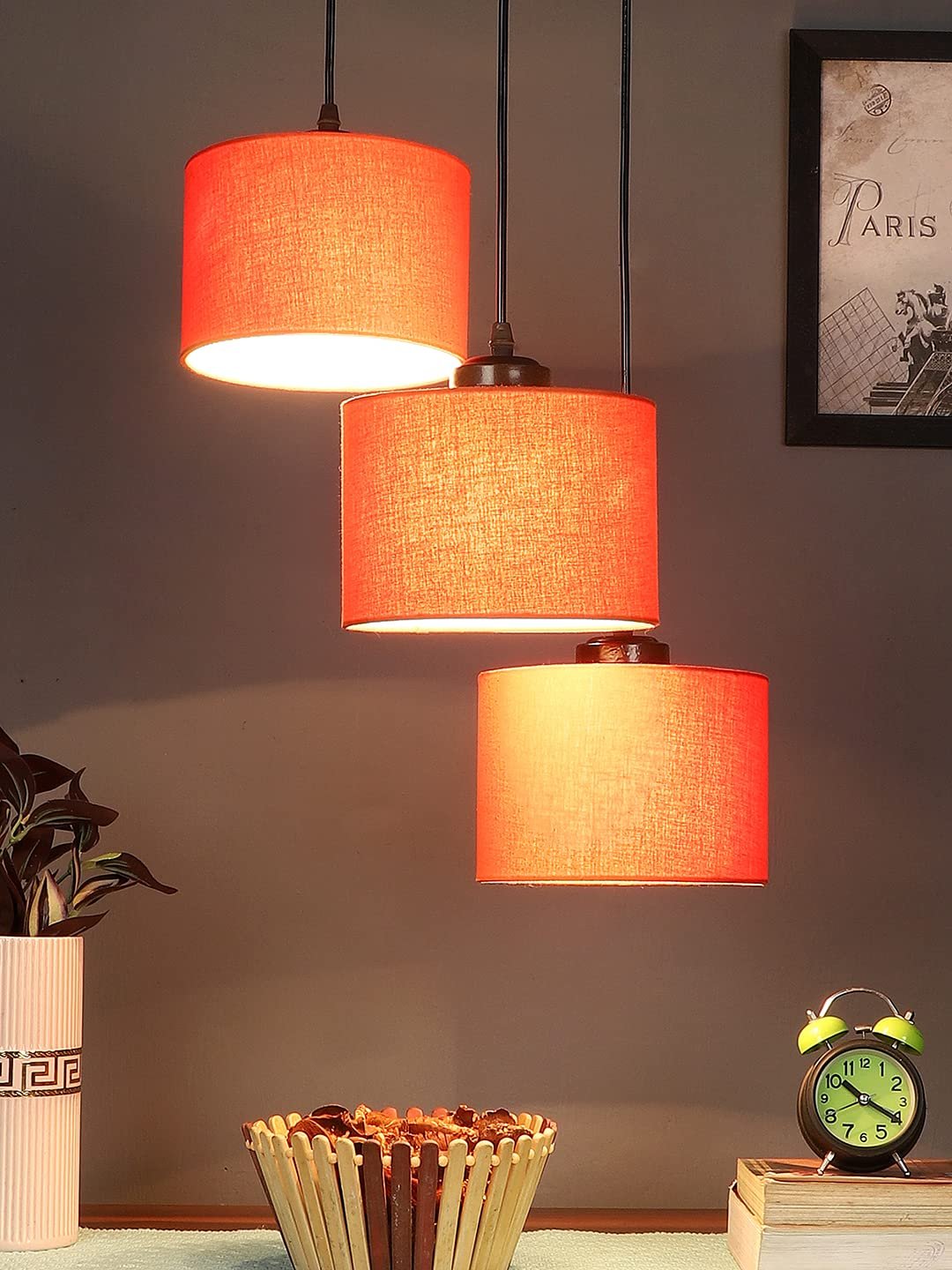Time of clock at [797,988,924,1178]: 10:19
